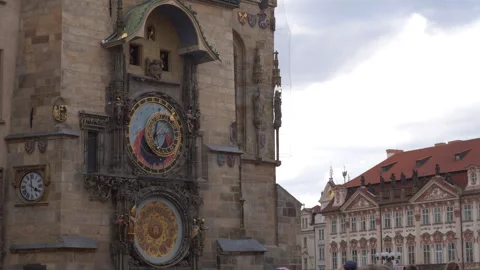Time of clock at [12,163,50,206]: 3:58
